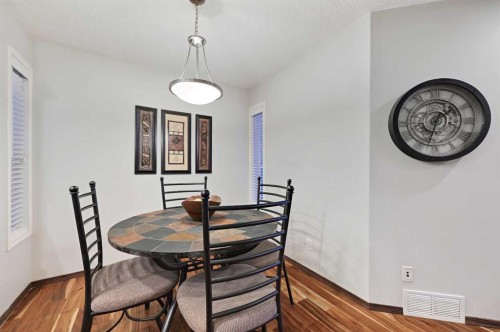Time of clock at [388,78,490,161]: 1:33
